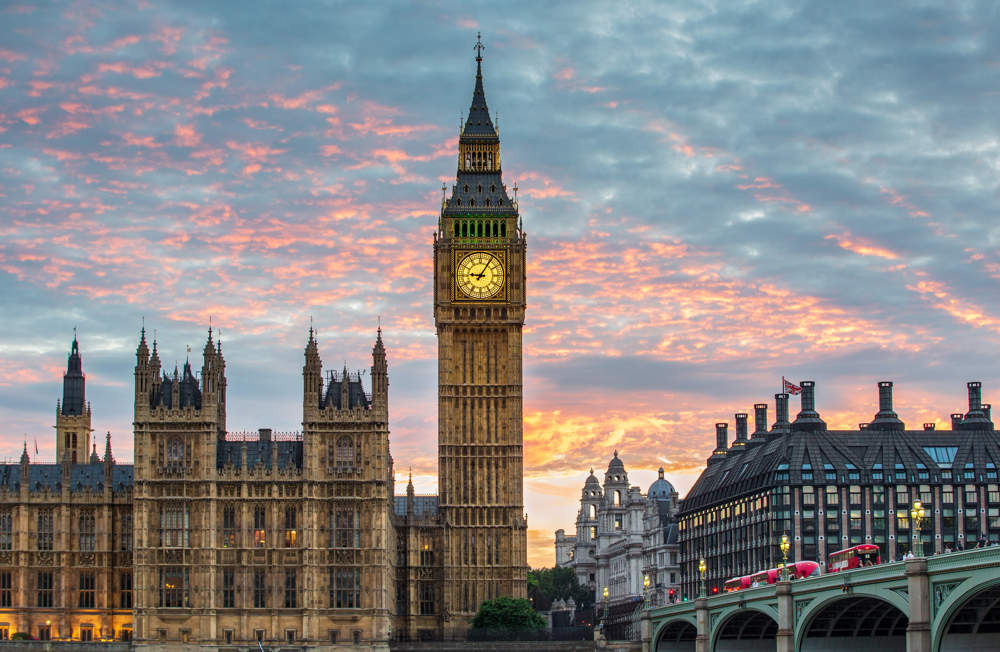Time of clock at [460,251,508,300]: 9:05
